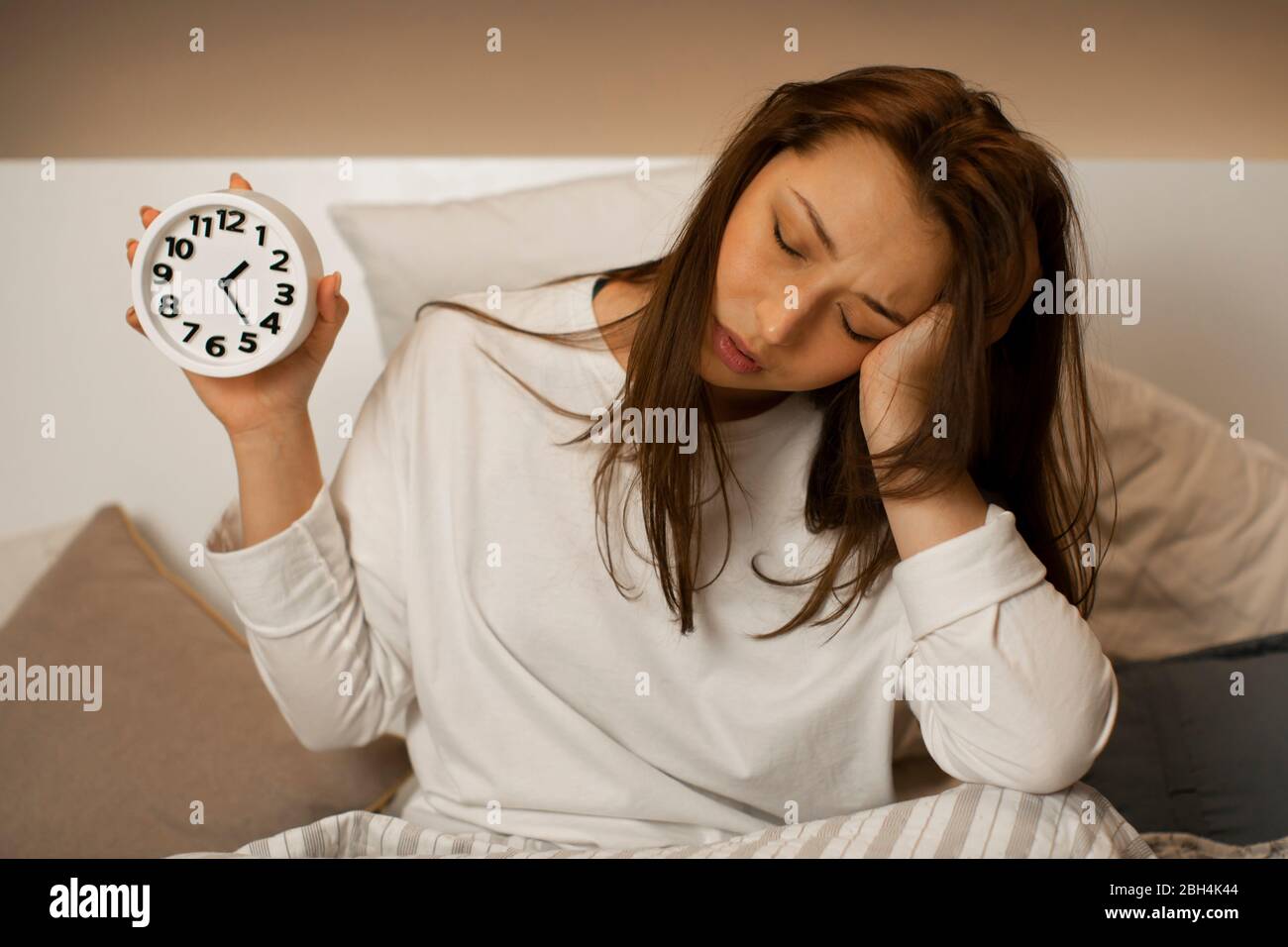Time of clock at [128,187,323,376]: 1:23
